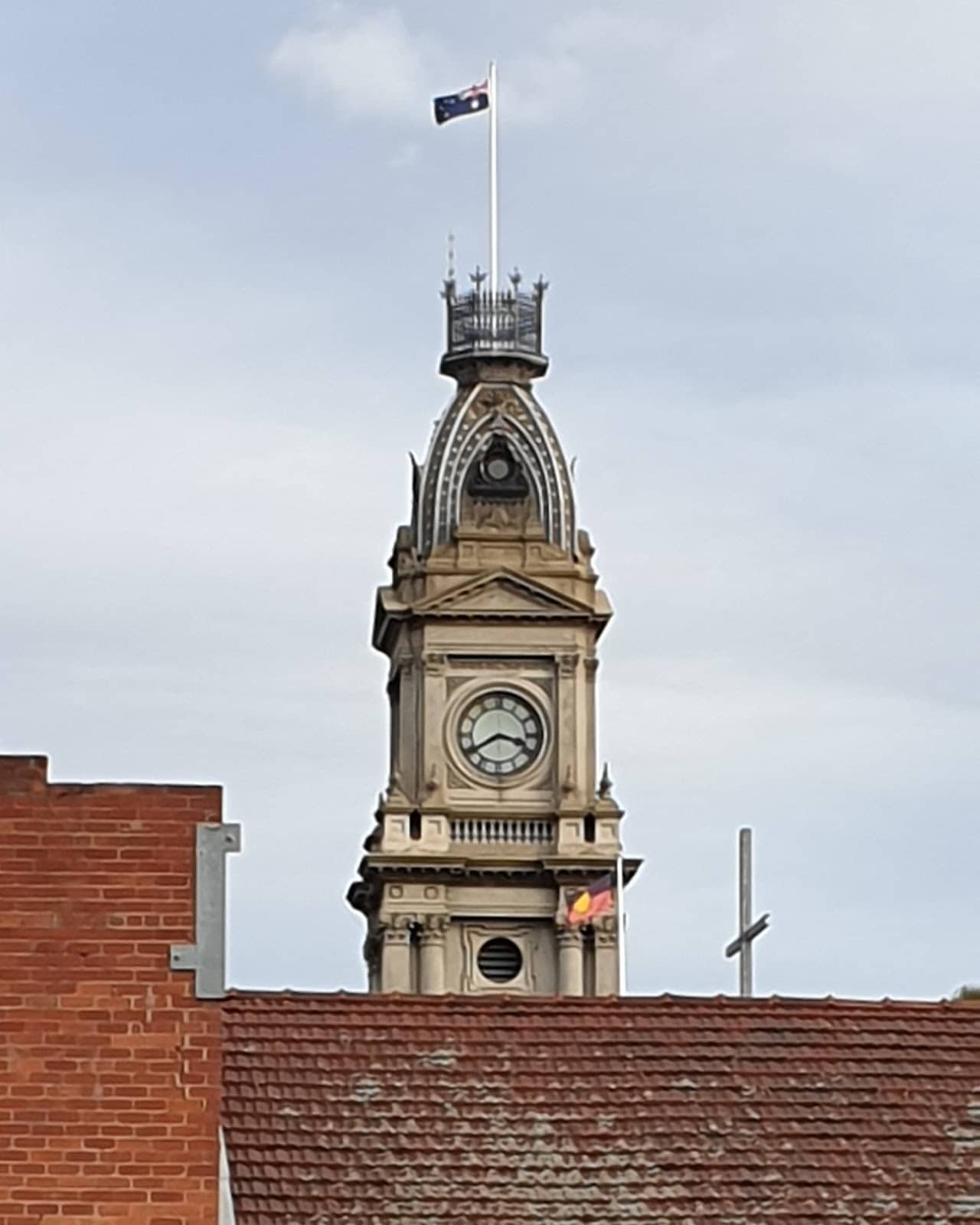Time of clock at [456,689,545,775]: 3:39
